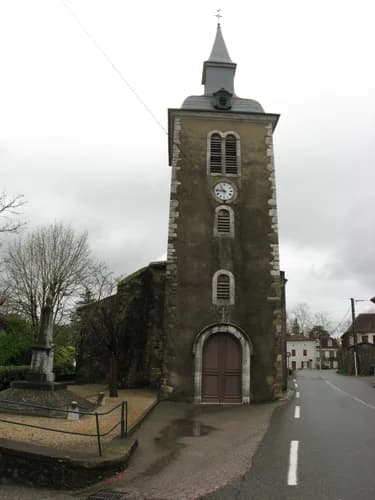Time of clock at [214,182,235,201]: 10:46
